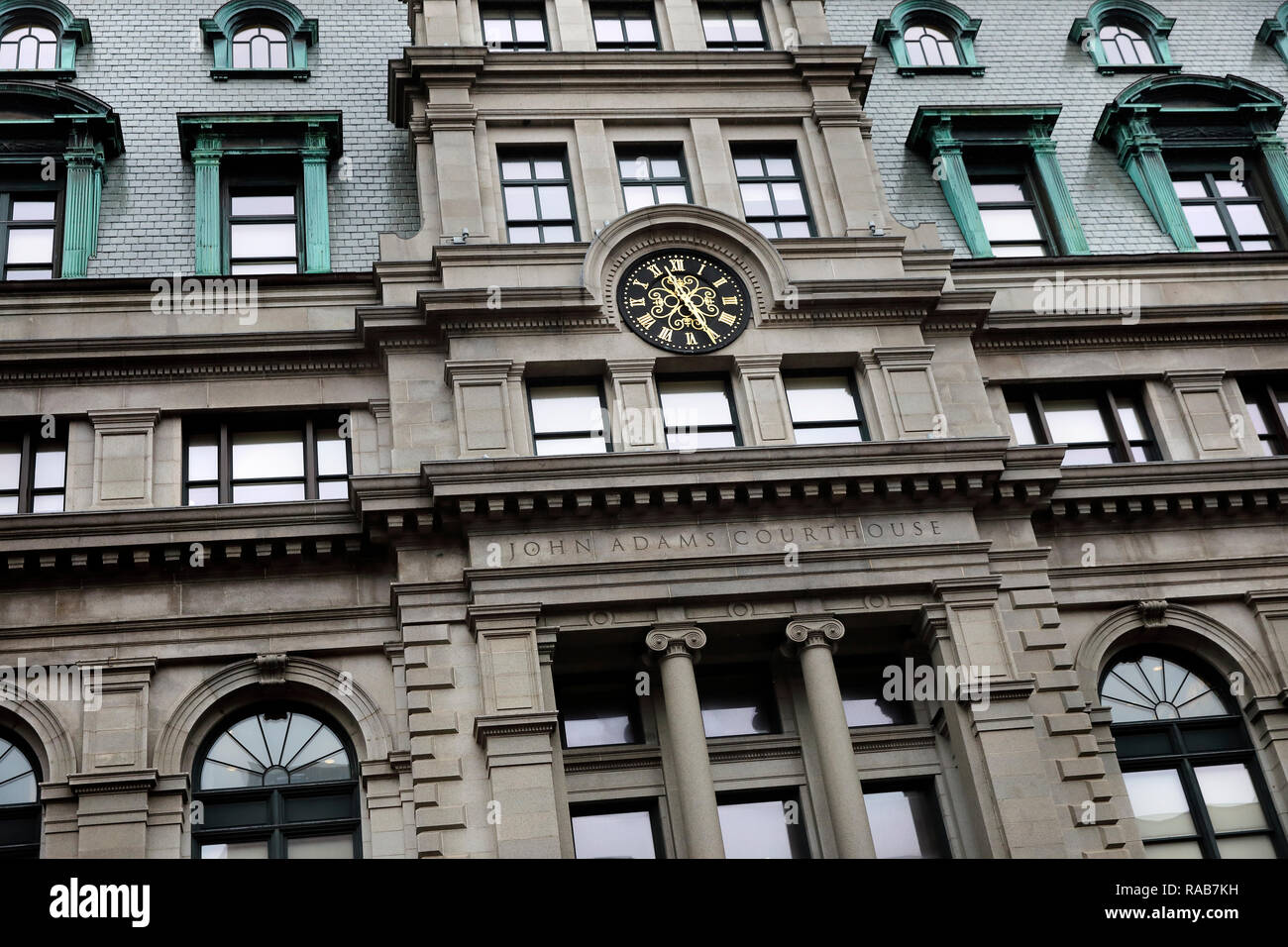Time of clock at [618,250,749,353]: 11:25
